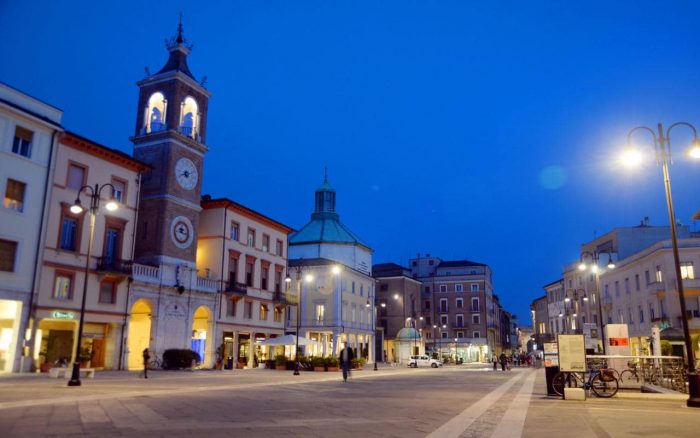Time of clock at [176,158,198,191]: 8:11
